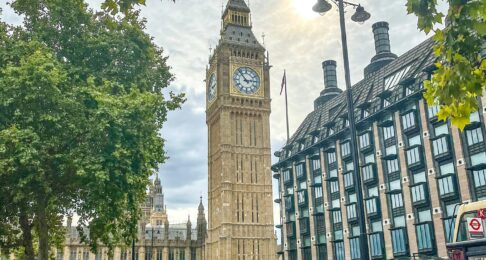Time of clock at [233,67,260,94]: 2:53
